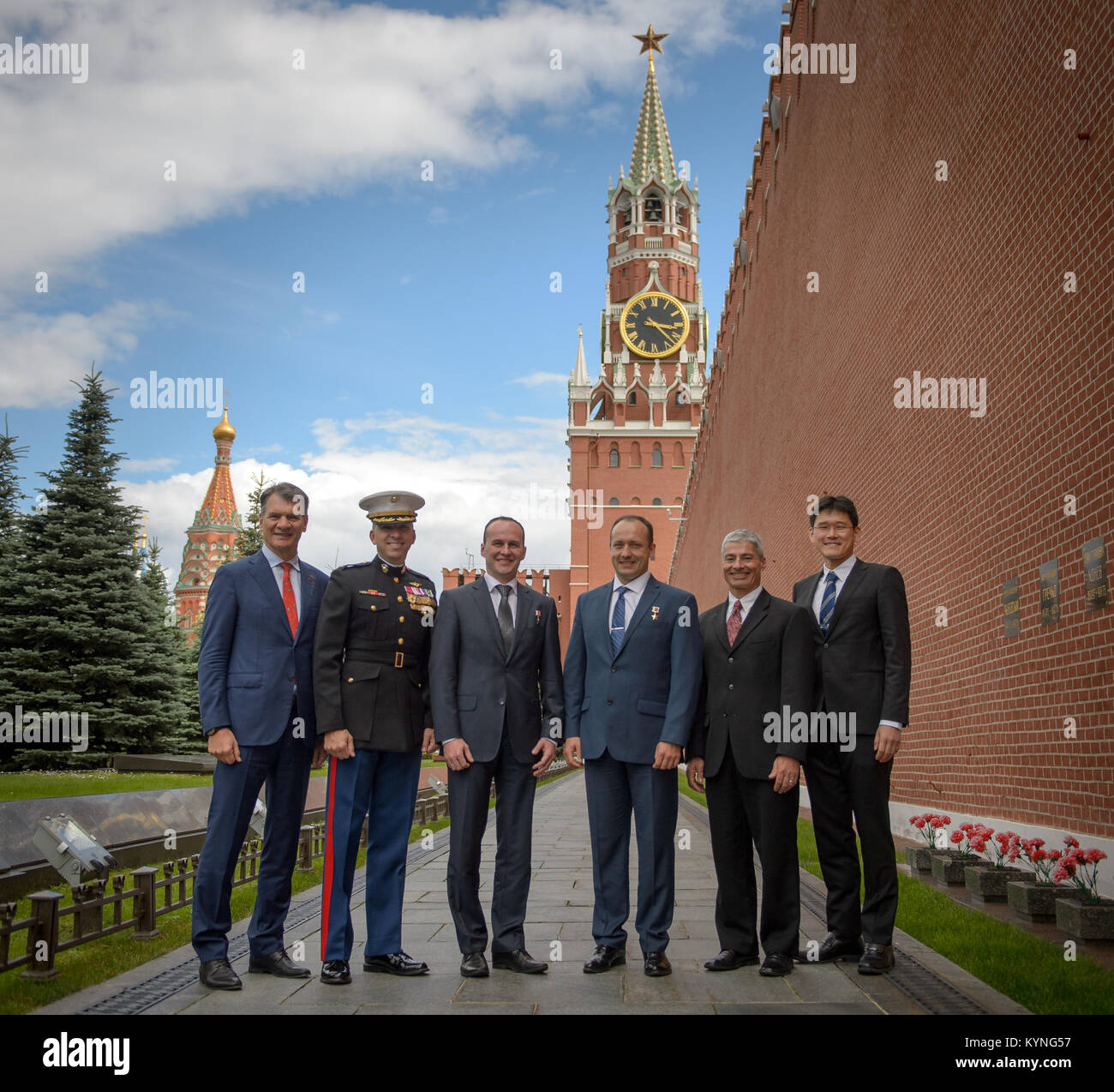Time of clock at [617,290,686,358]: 3:22
